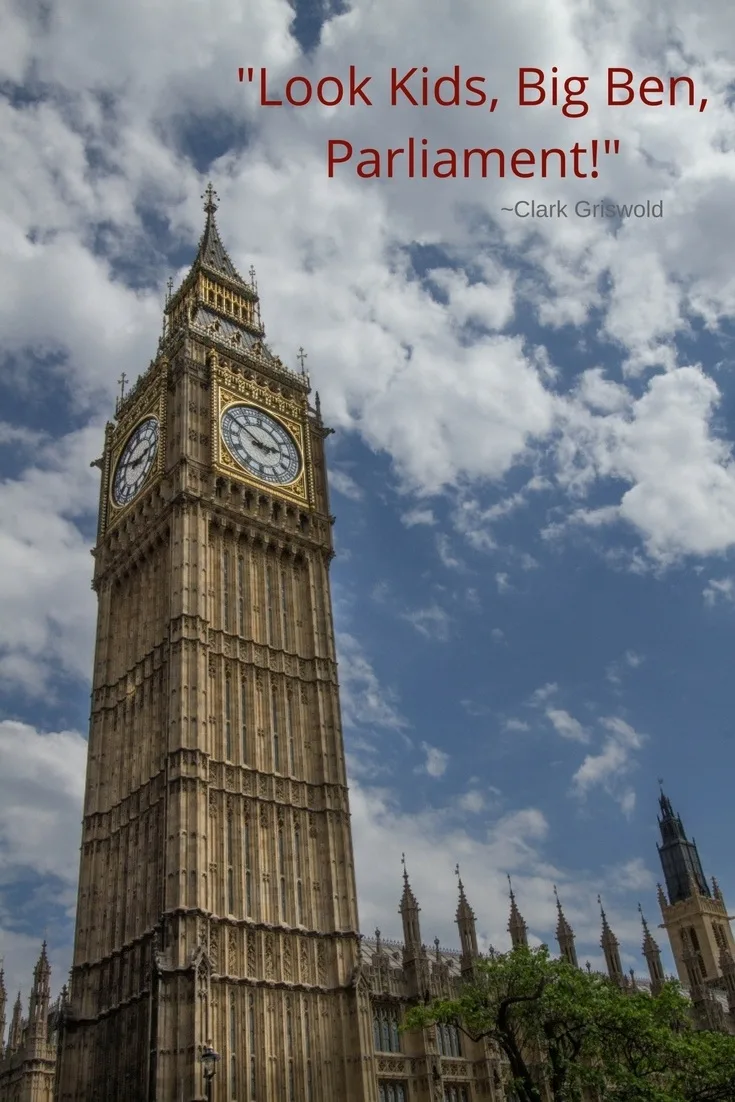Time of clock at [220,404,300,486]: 2:50
